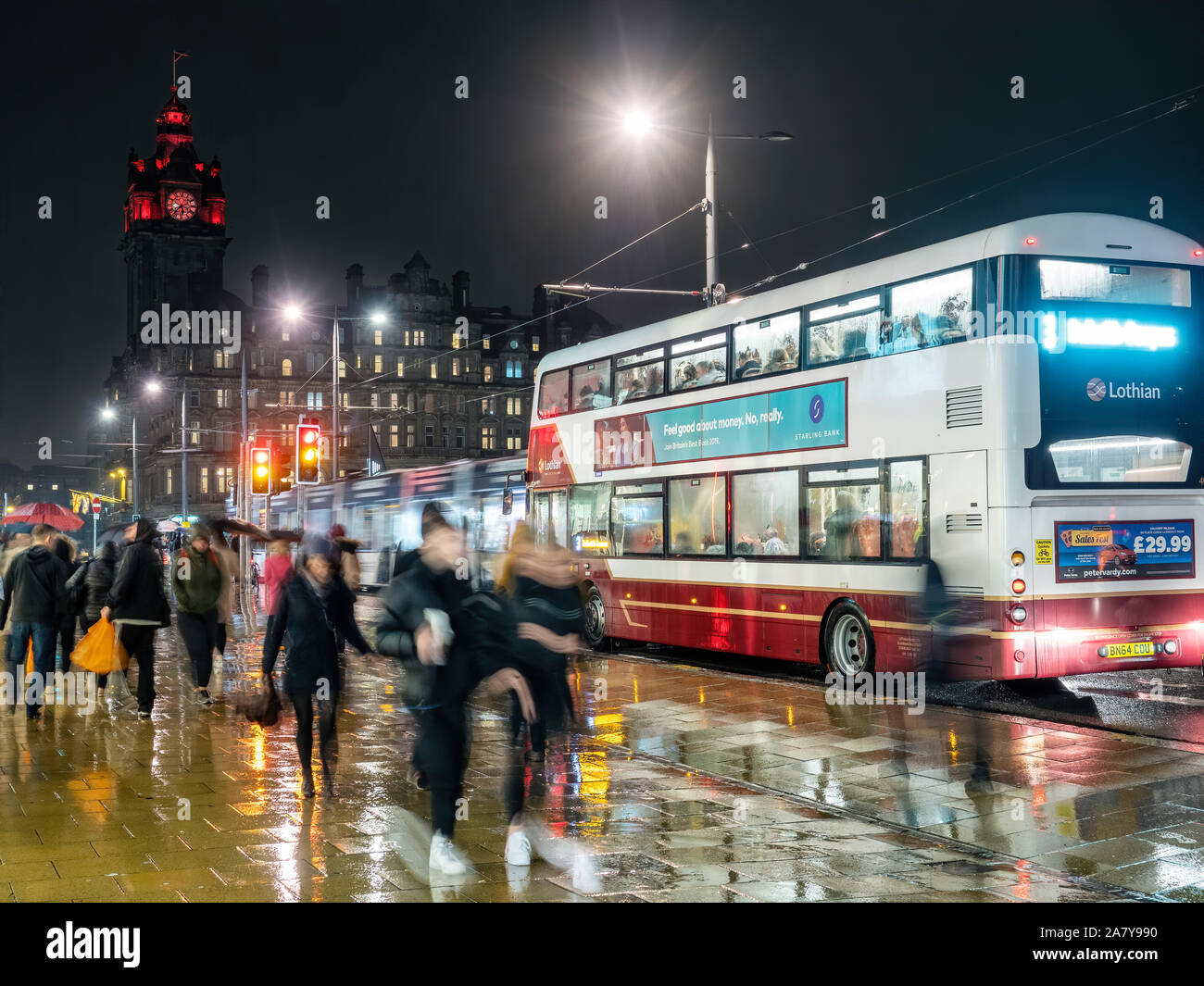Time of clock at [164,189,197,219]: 5:37
